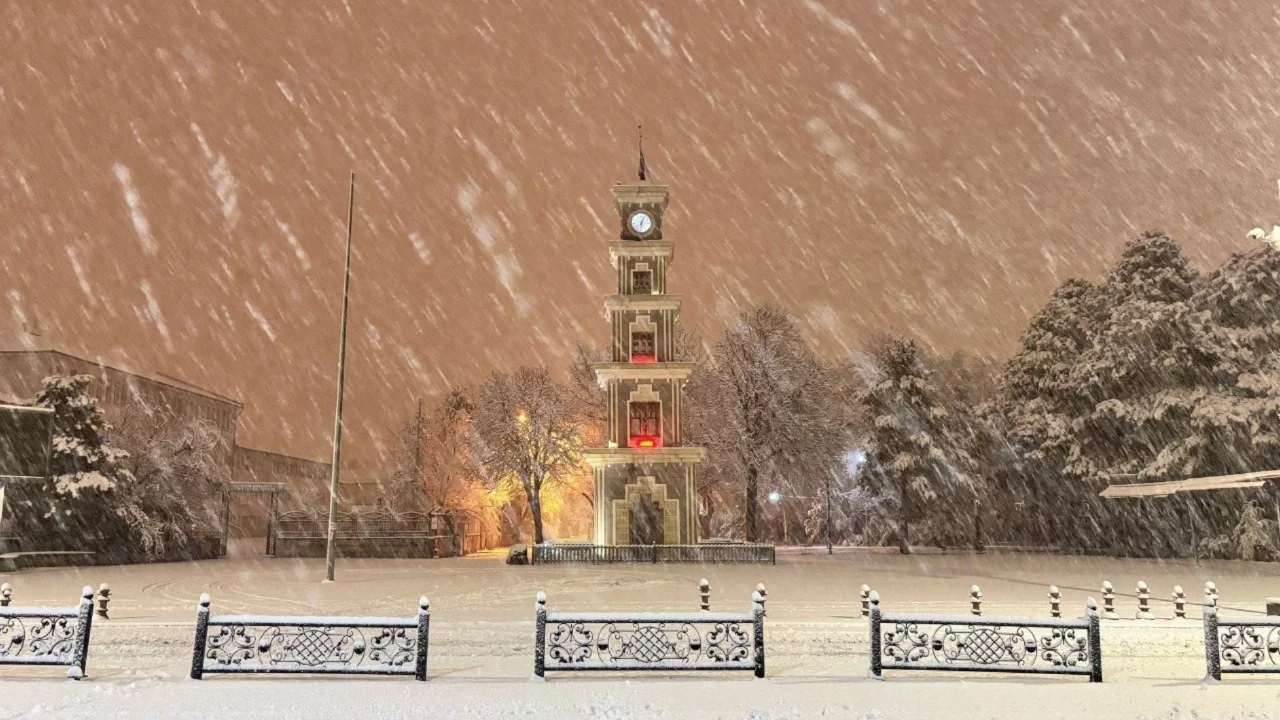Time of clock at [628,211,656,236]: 6:03
